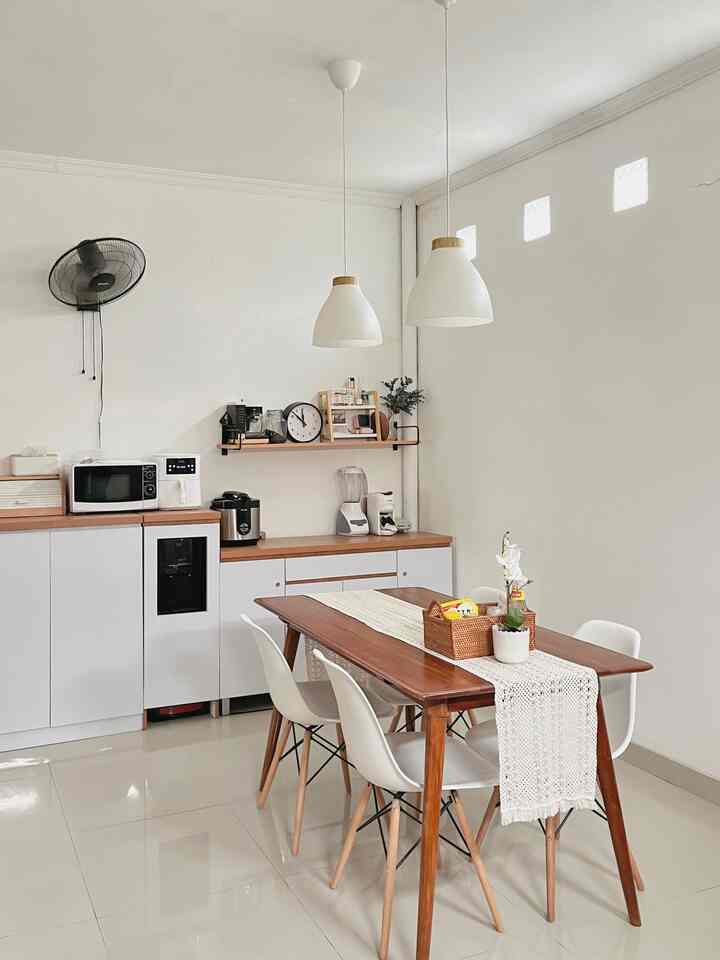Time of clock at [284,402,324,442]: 11:52
